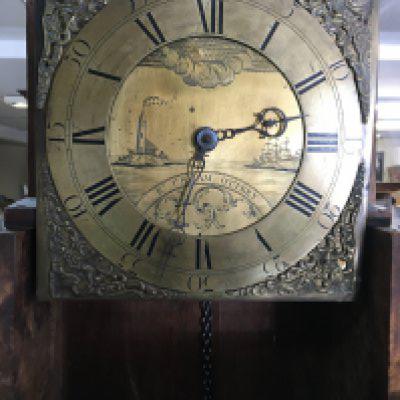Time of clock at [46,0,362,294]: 2:33
